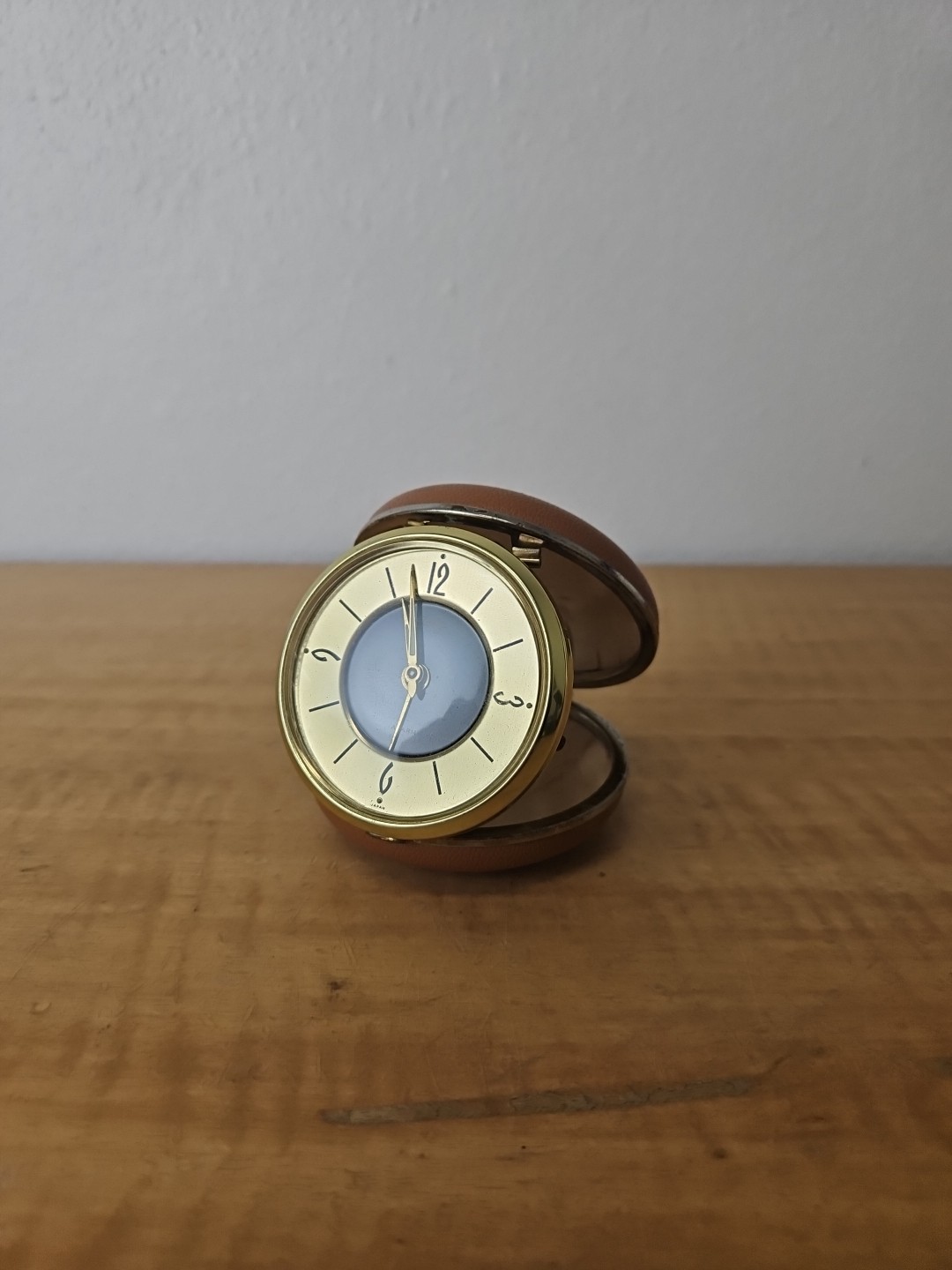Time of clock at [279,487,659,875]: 5:57
